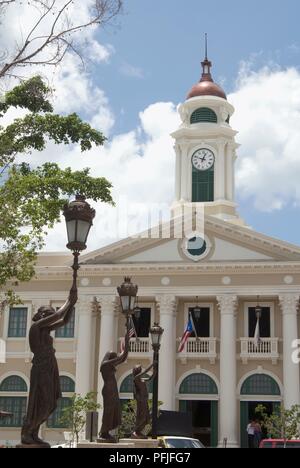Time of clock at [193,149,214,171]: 12:48
